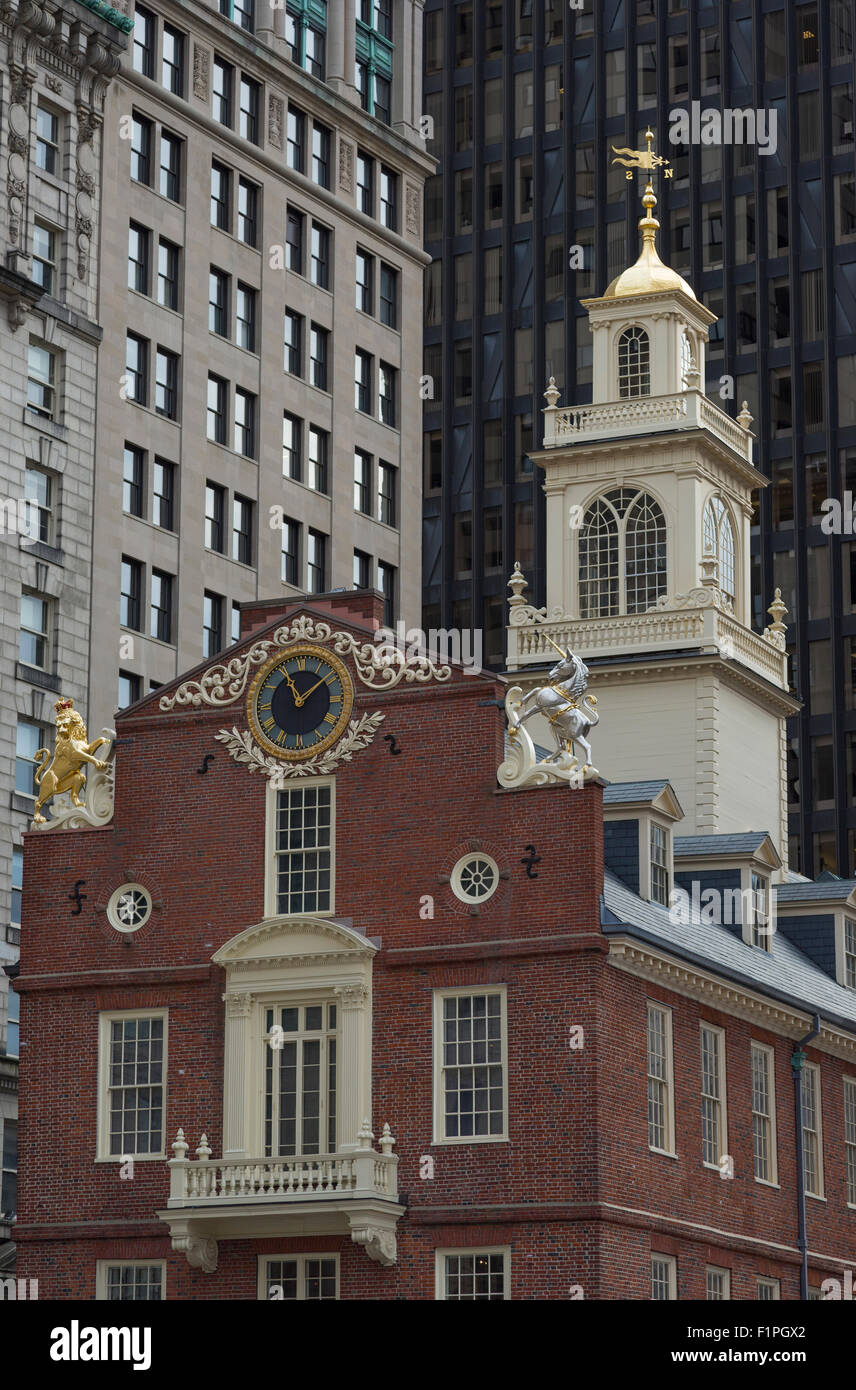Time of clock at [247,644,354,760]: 11:08
